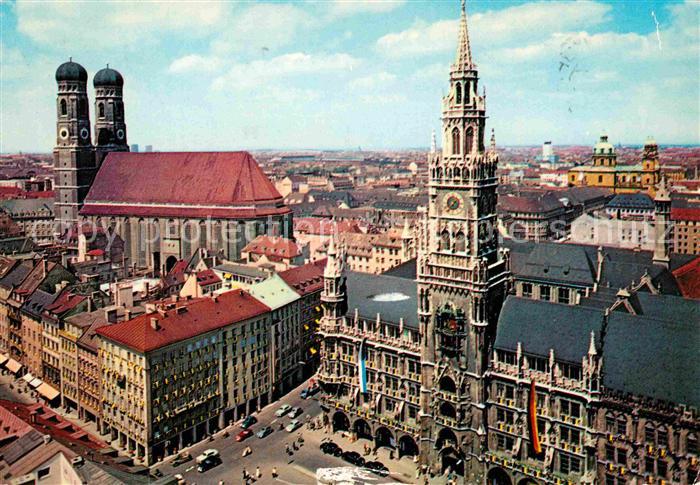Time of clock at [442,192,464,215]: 6:36
